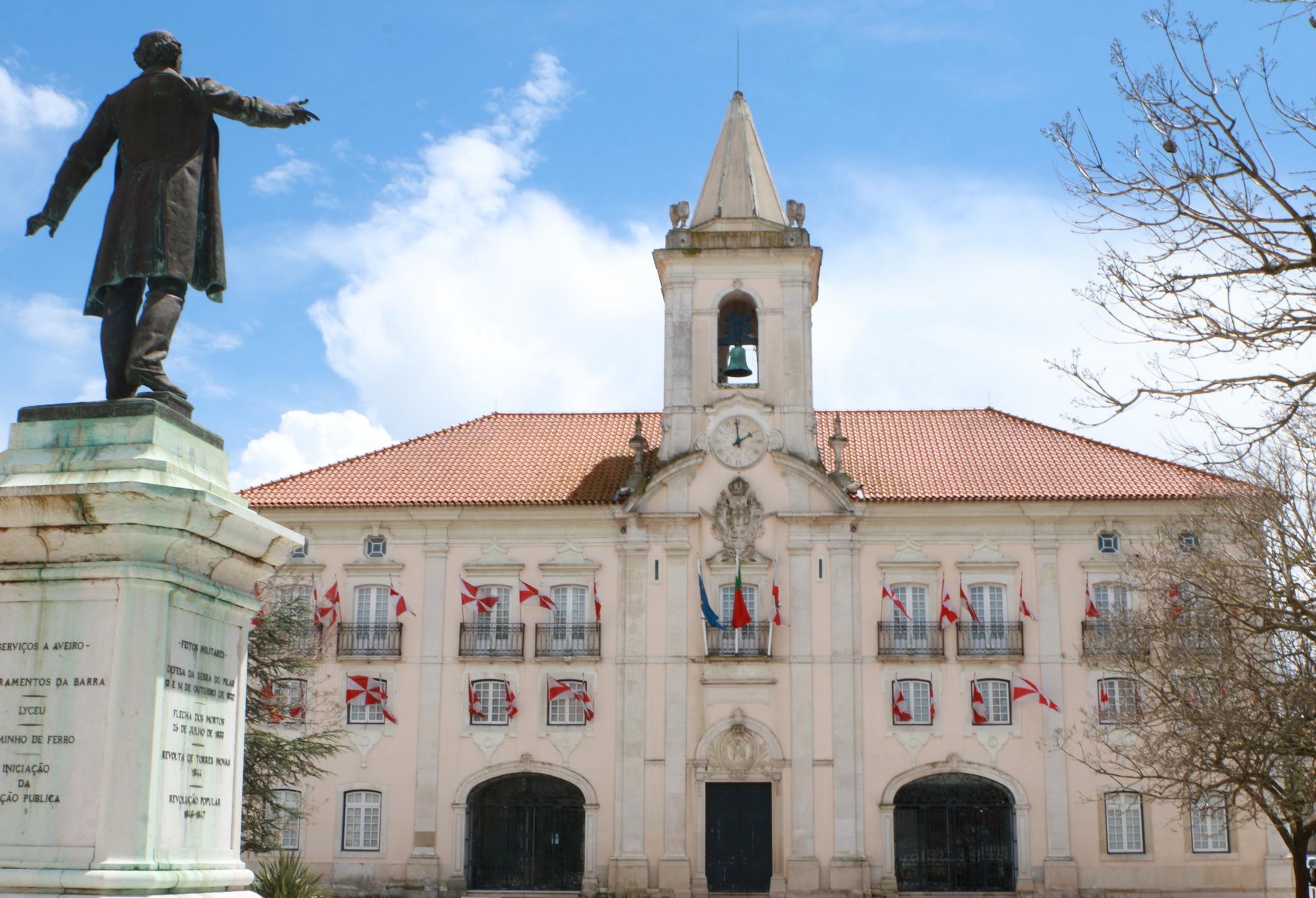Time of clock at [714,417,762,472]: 1:59
